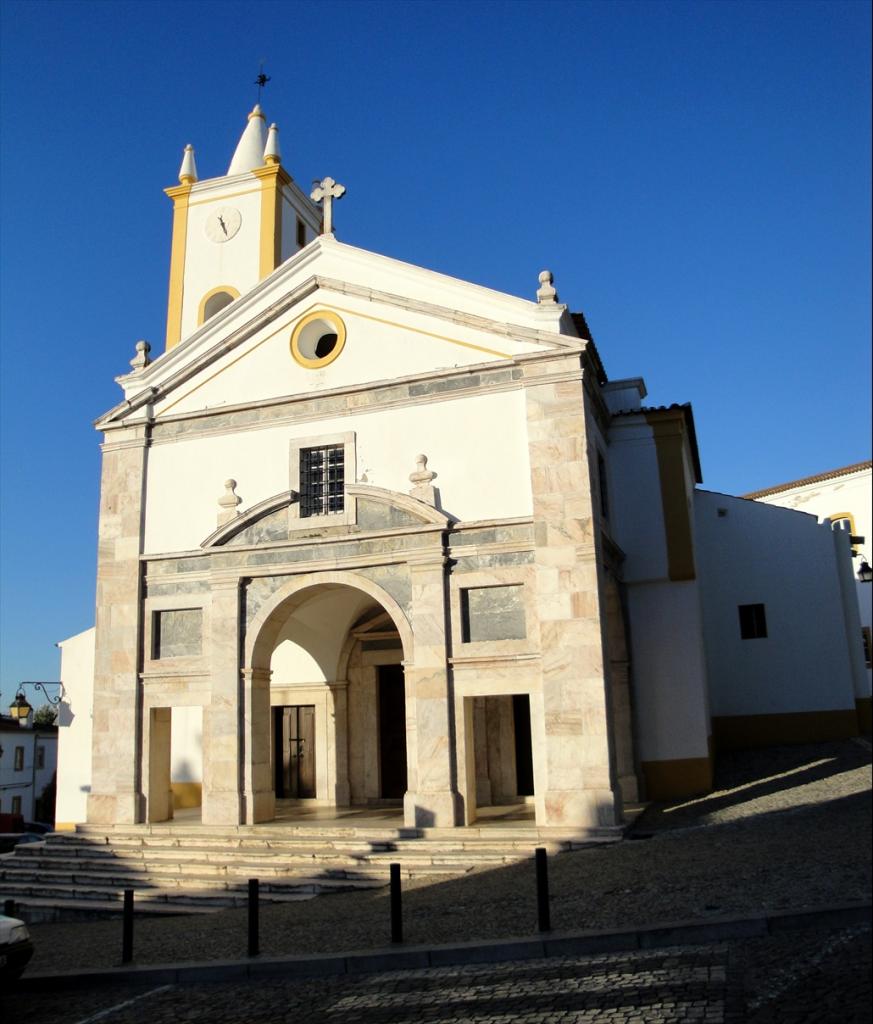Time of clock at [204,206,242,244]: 5:26
